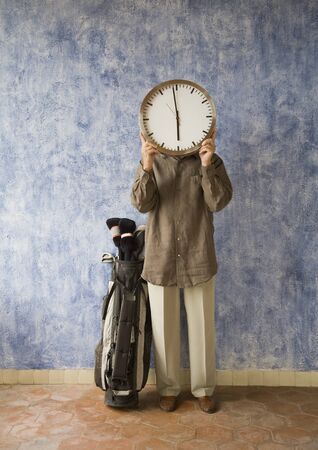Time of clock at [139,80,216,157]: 5:58
